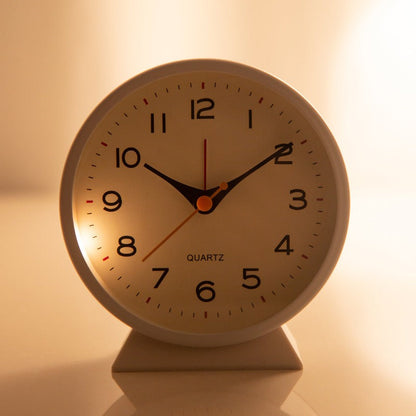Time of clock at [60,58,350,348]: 10:09
